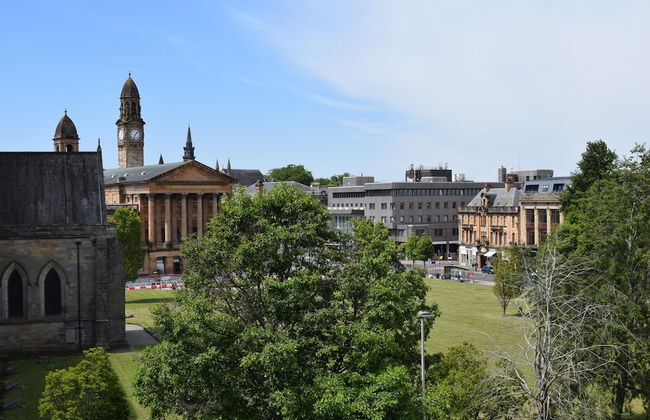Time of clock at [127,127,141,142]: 1:33
